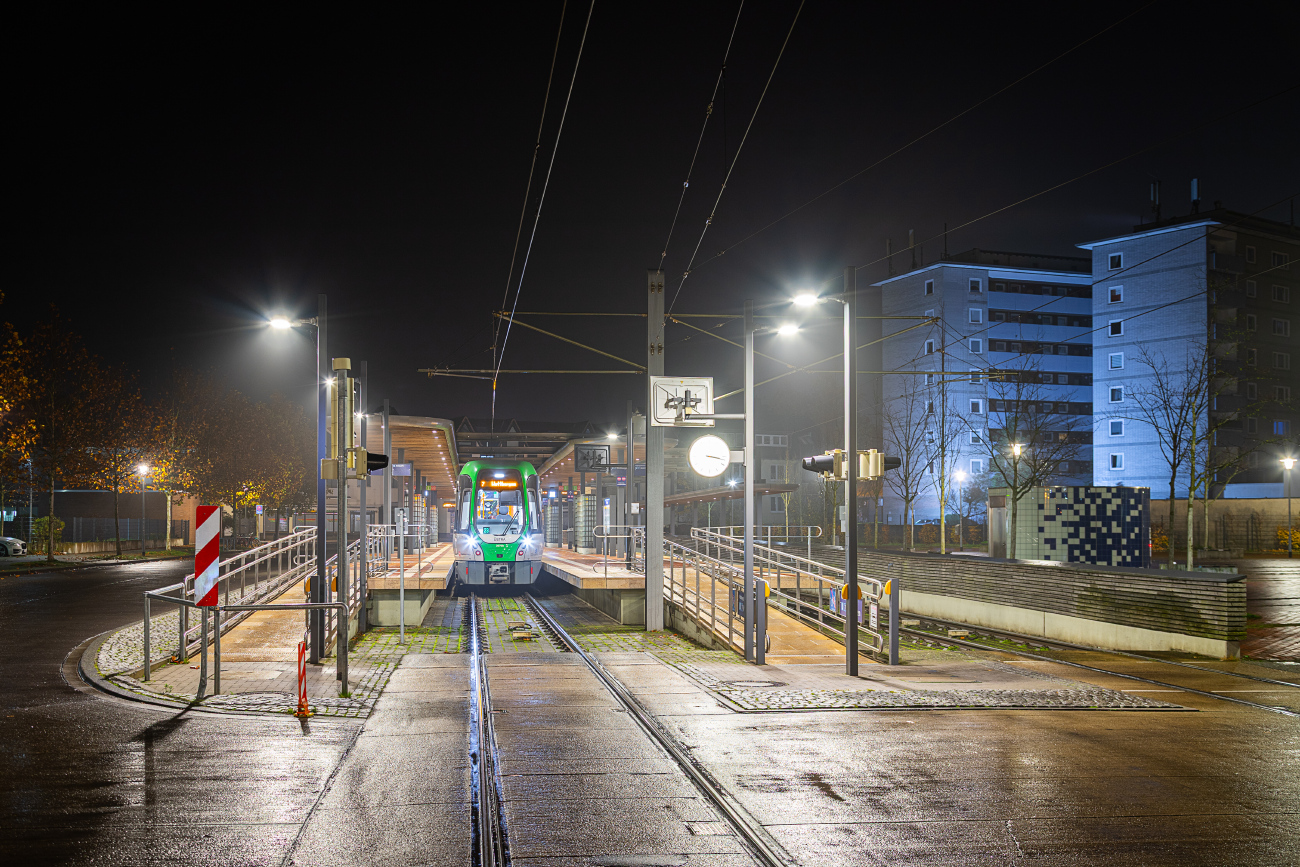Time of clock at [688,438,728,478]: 3:17
